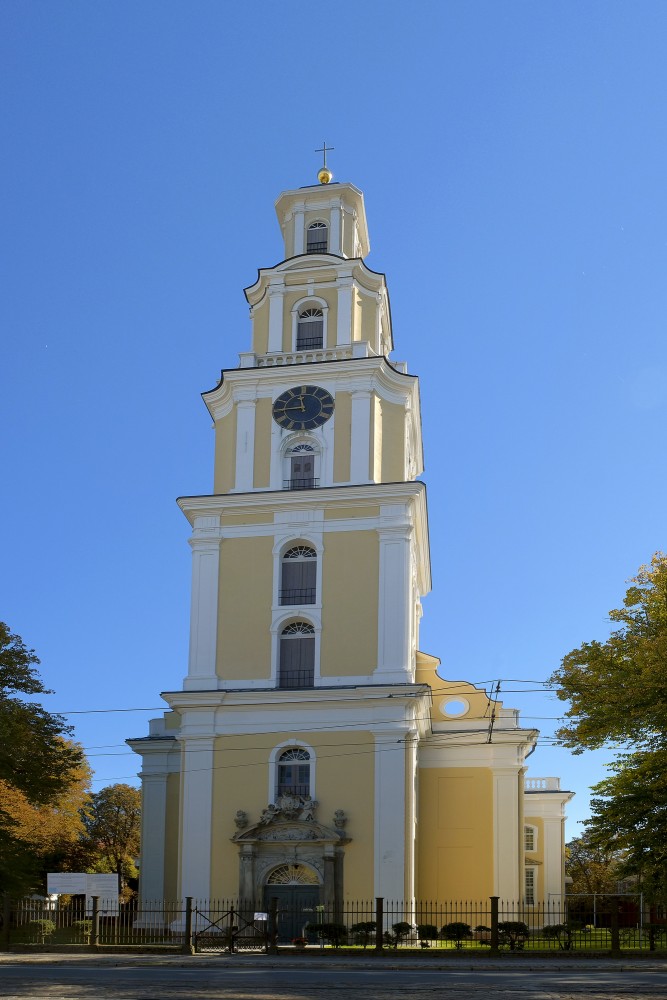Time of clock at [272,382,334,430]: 11:44
